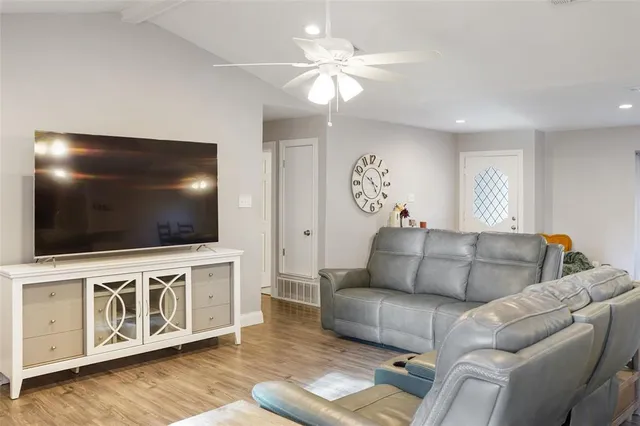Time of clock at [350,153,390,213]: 4:49
